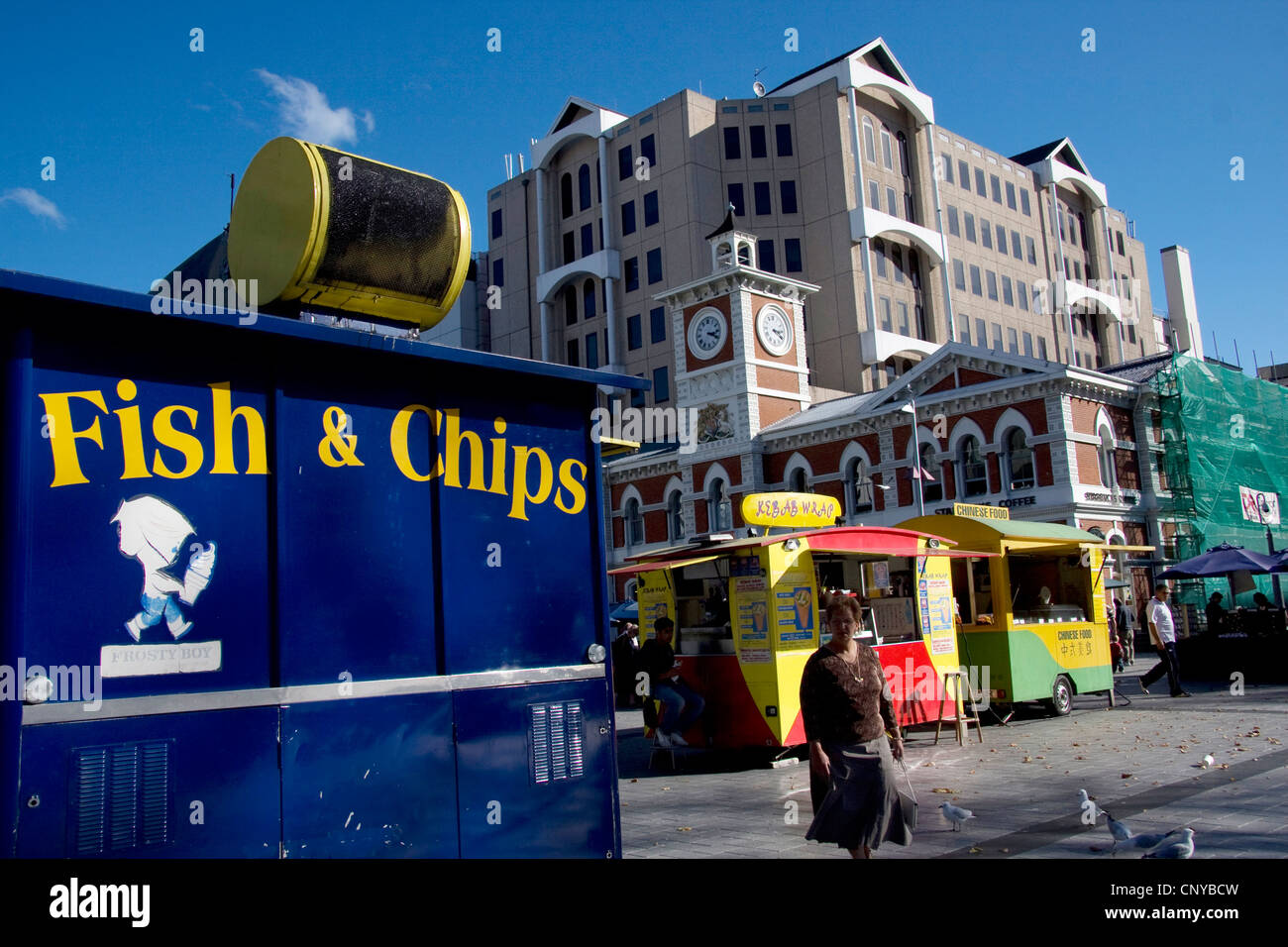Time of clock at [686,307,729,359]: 3:19
